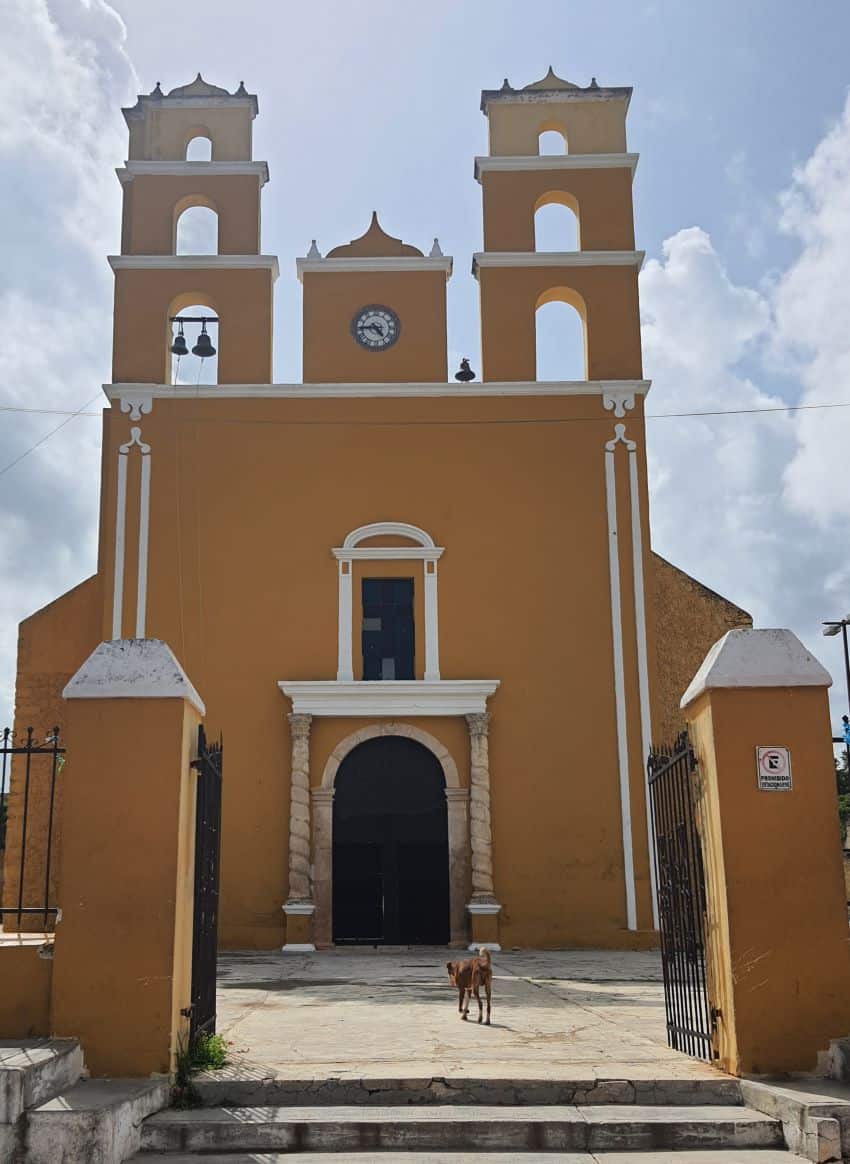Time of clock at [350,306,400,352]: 4:44
